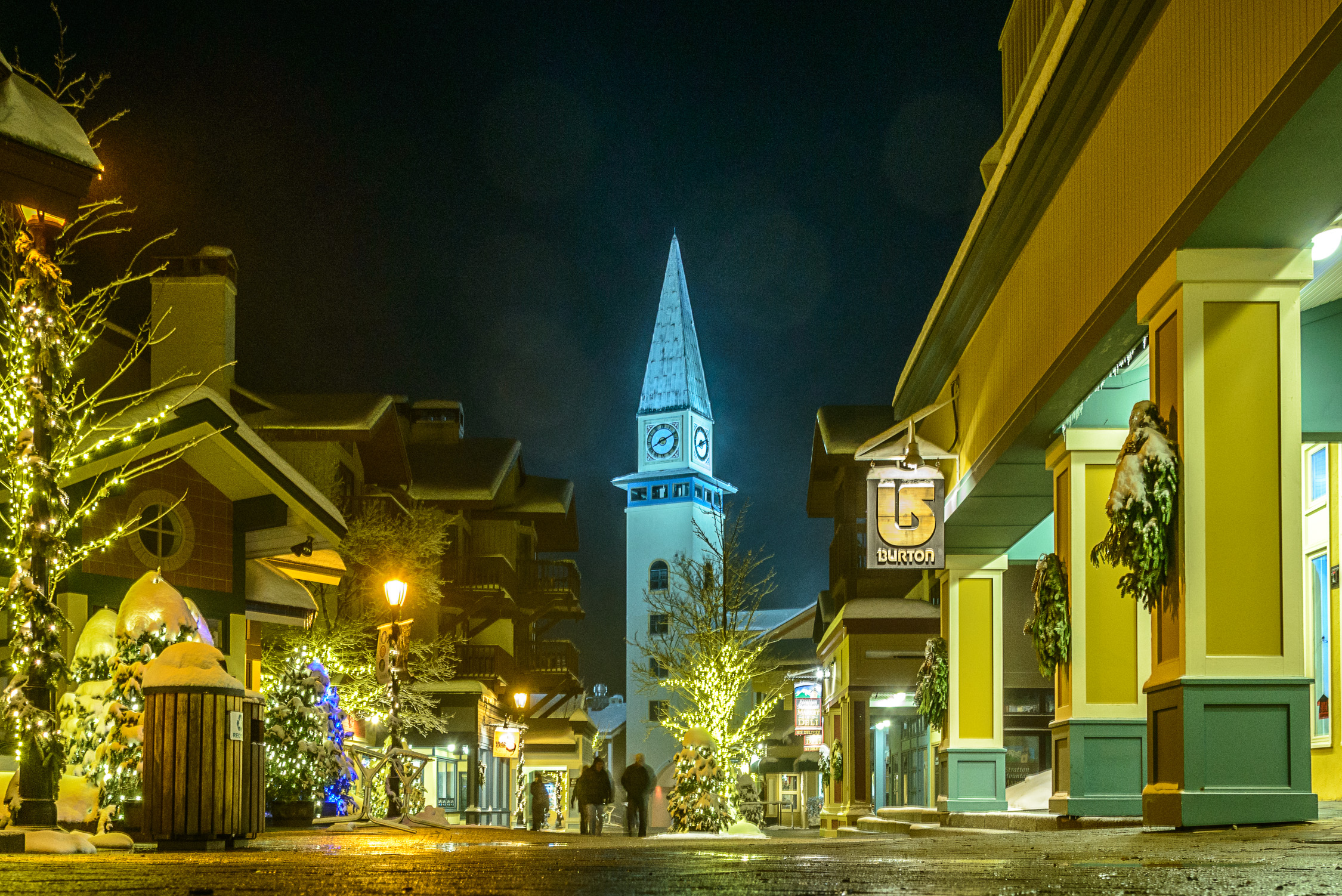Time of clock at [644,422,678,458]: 8:11
